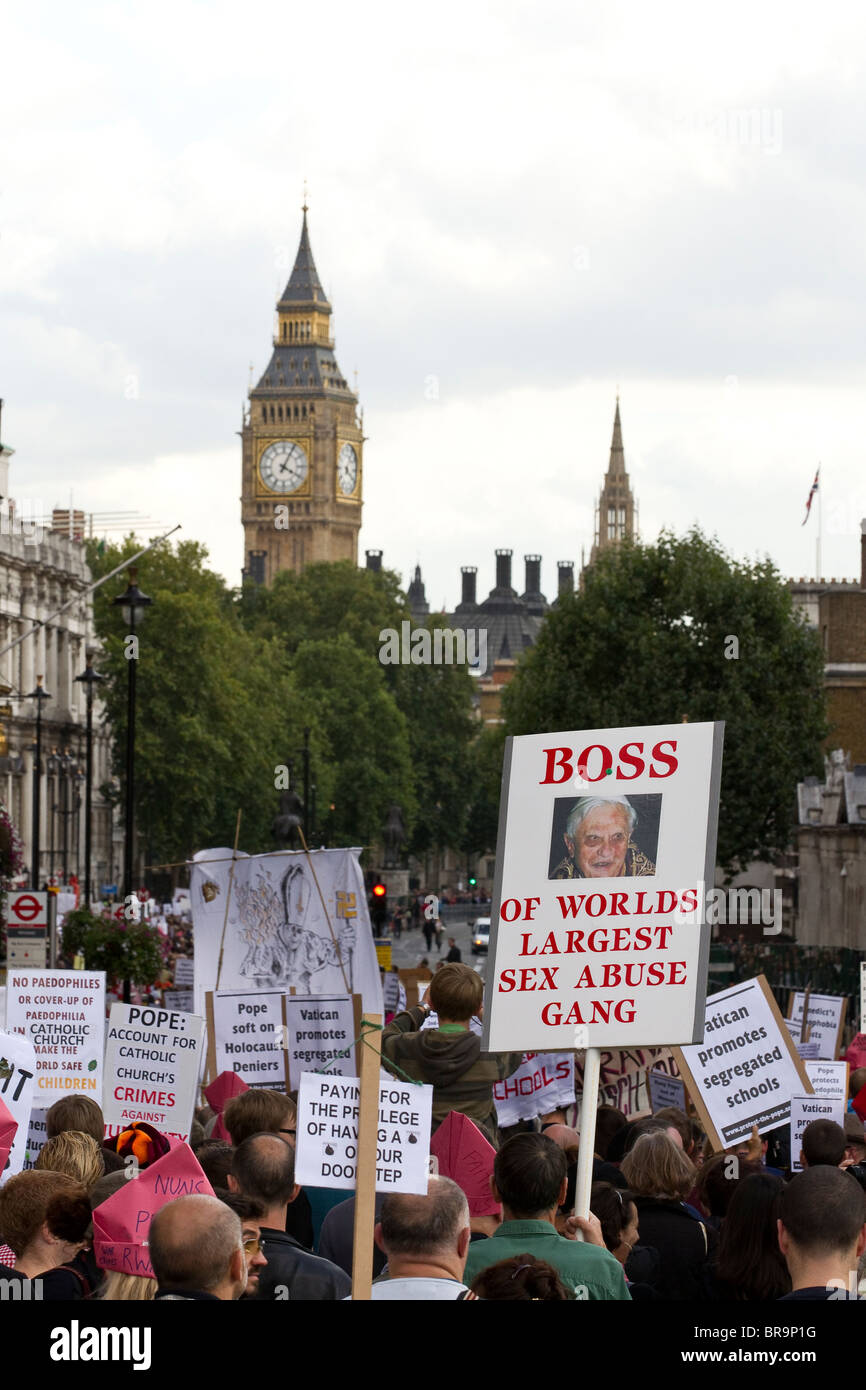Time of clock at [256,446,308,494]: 4:04
